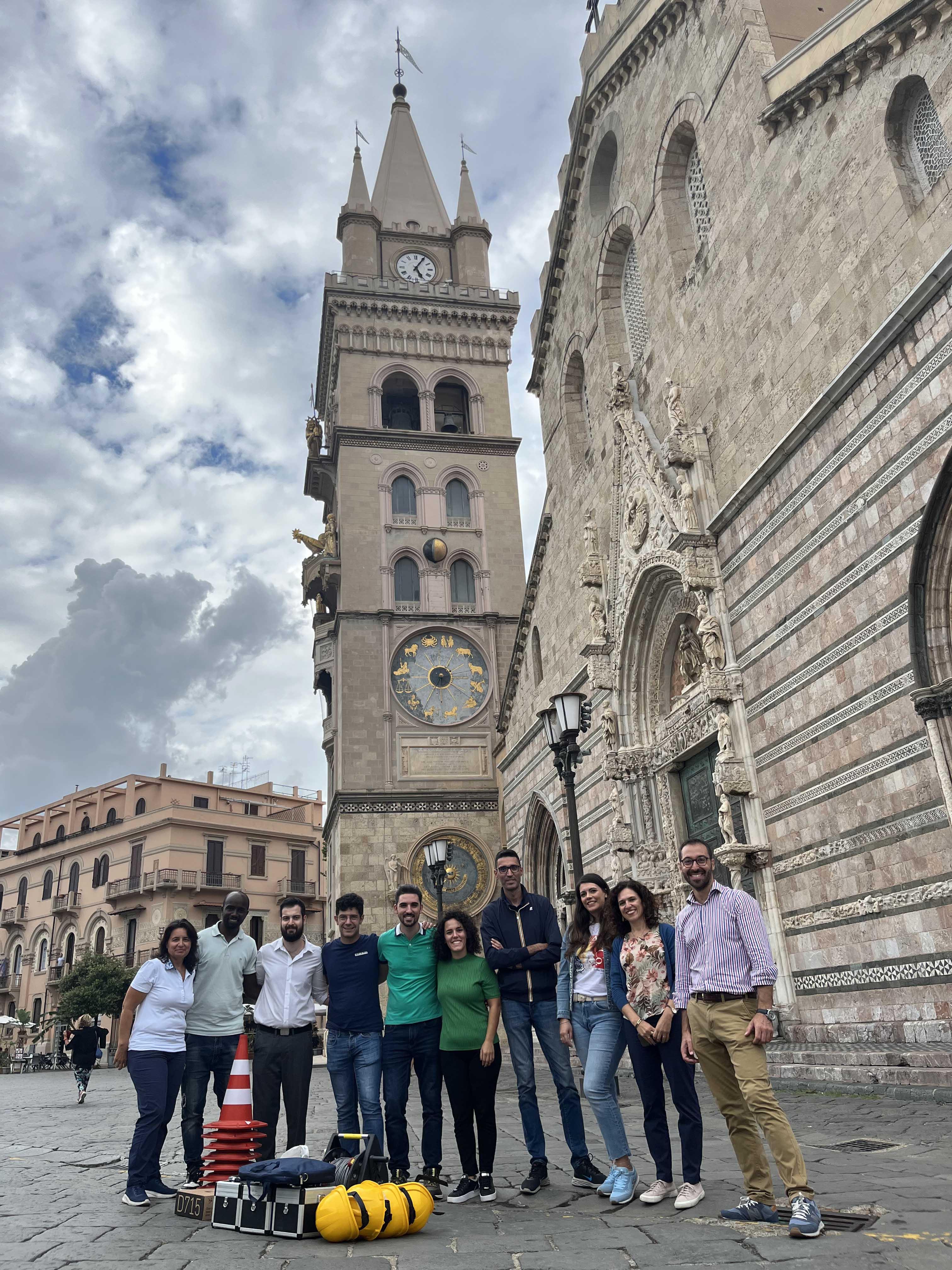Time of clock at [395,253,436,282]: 5:05
